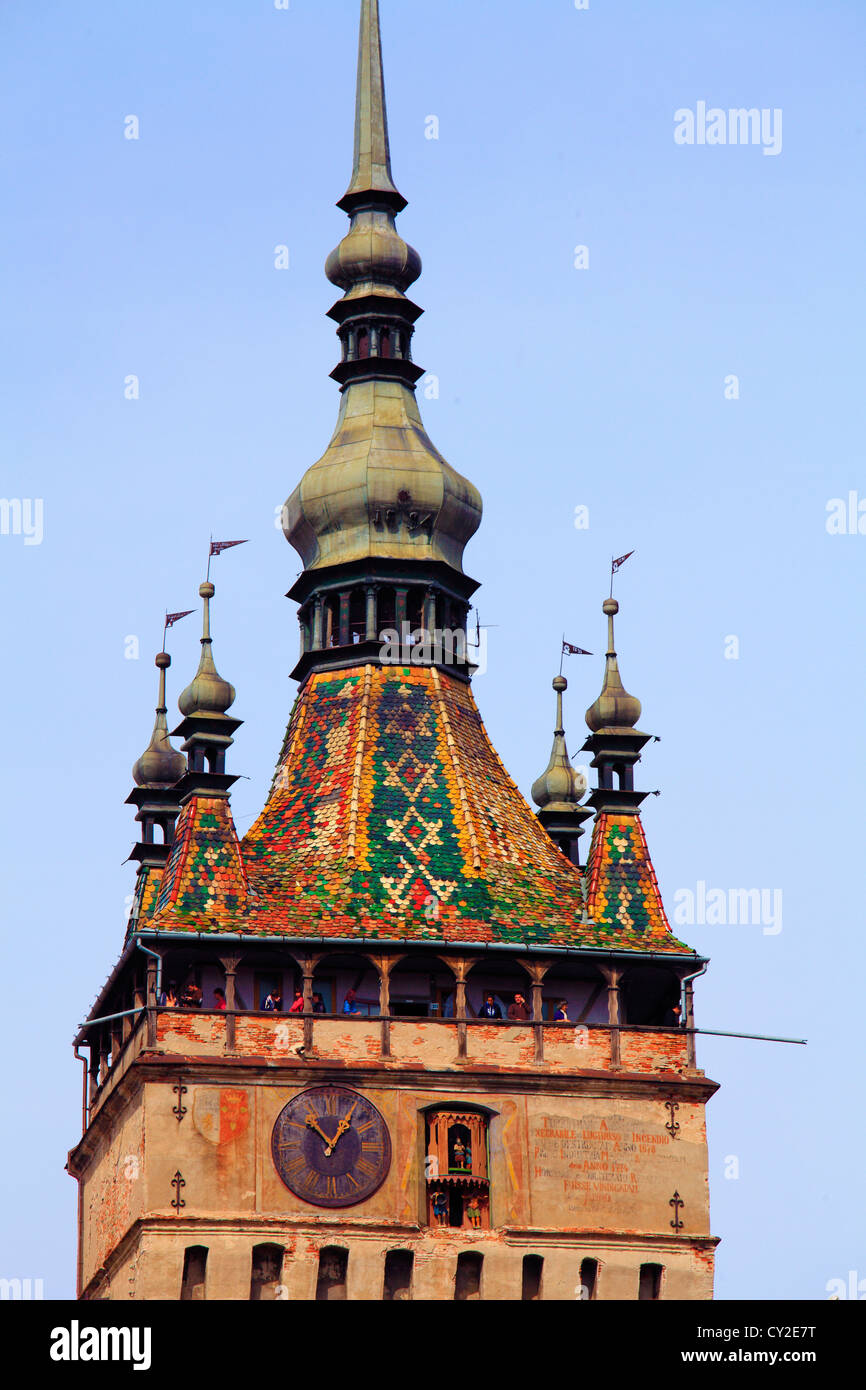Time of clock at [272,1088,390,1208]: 12:52
